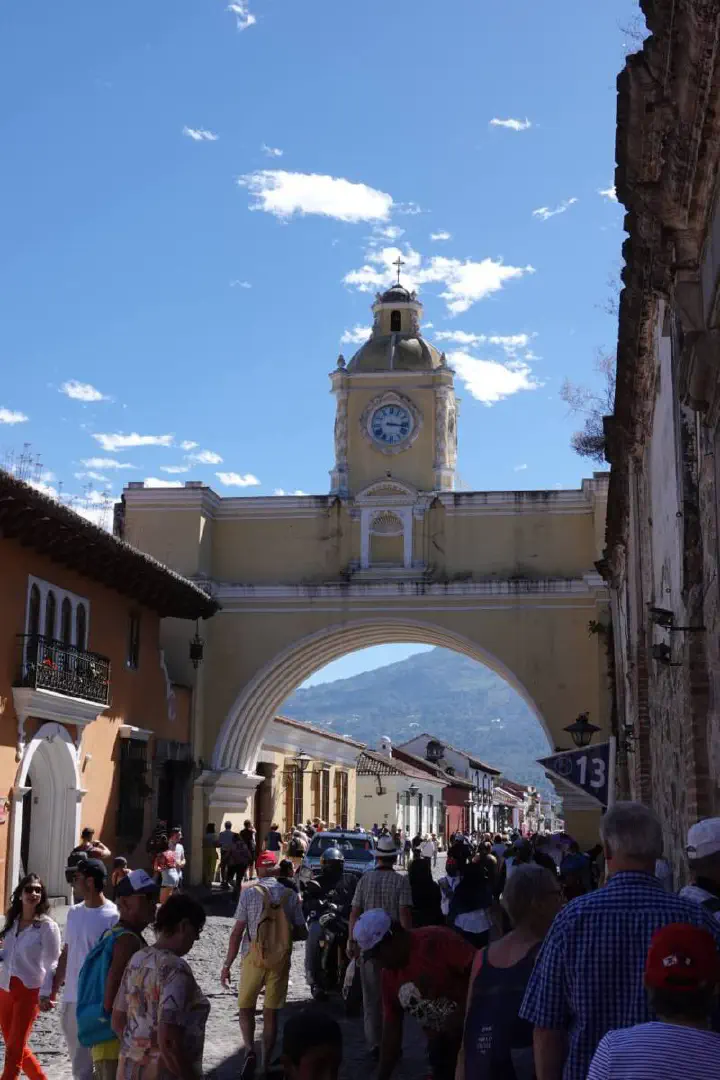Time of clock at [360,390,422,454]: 3:16
